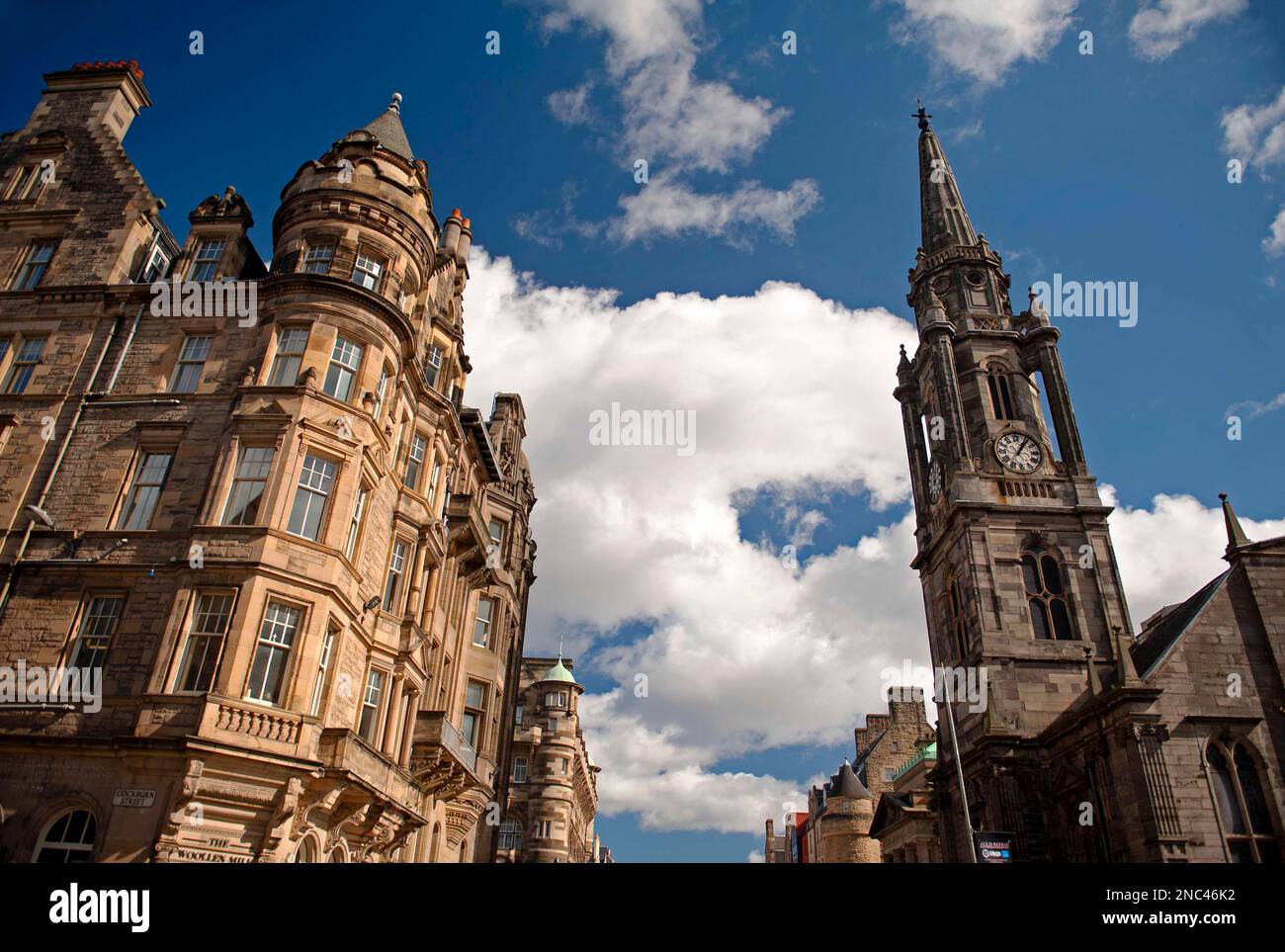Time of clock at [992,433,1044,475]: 1:06
